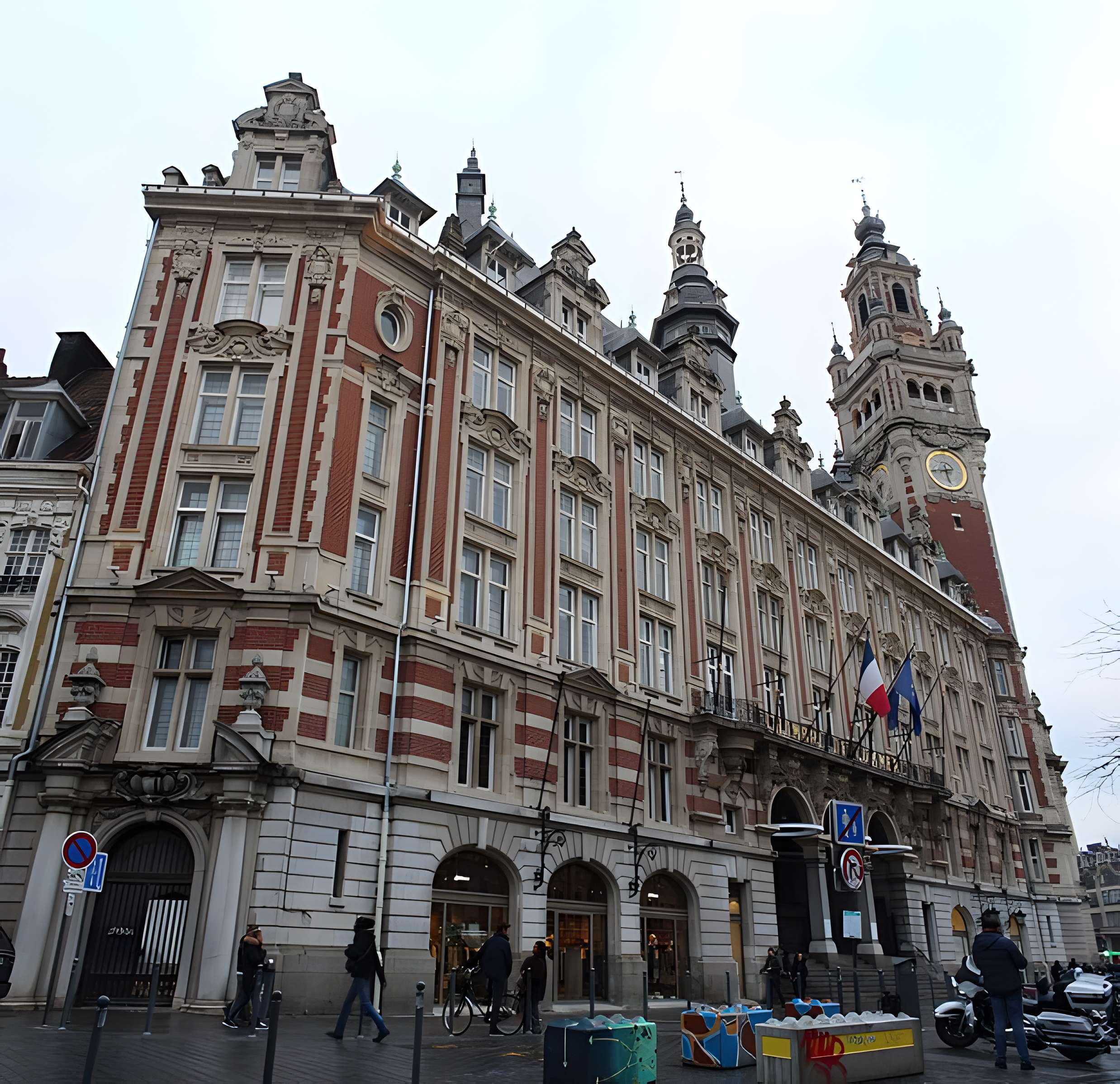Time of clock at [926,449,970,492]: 5:42
